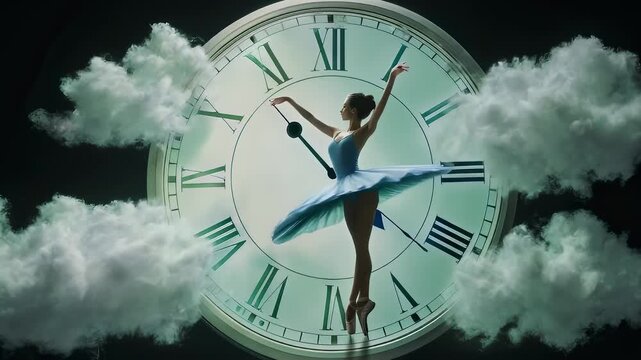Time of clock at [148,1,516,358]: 12:28
